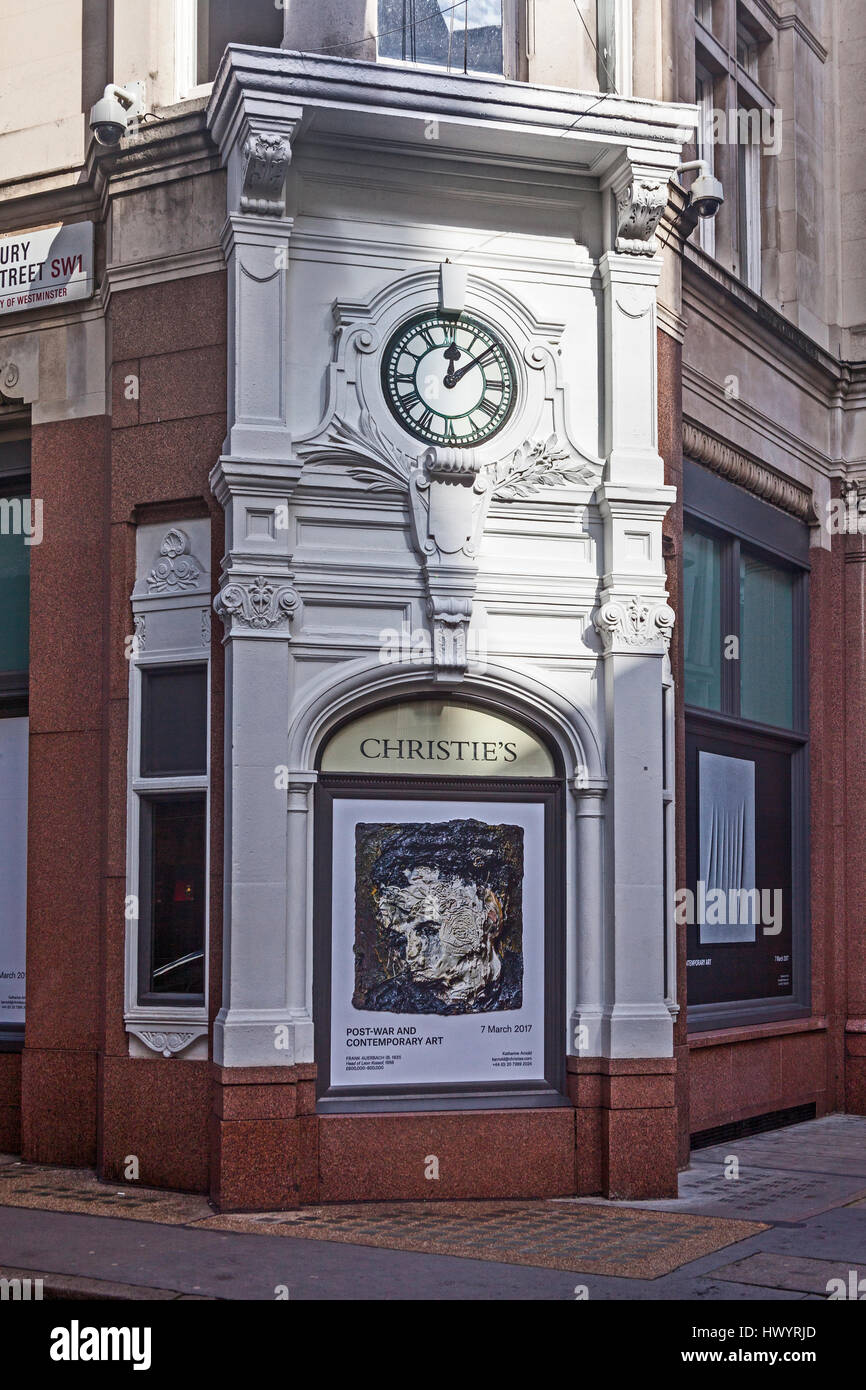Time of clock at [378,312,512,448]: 12:08
